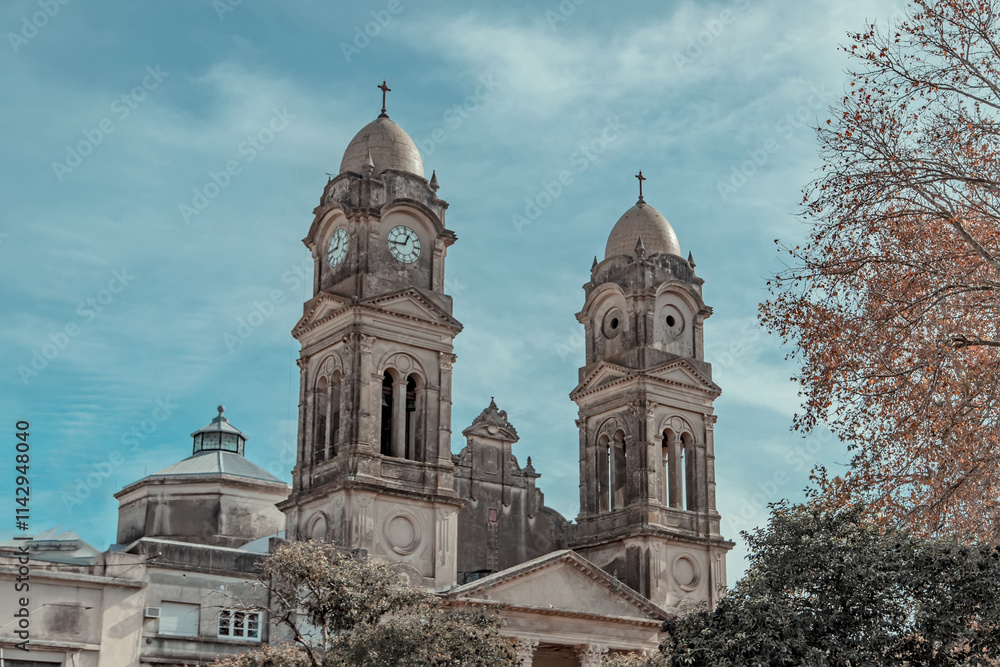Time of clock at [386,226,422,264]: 12:44
